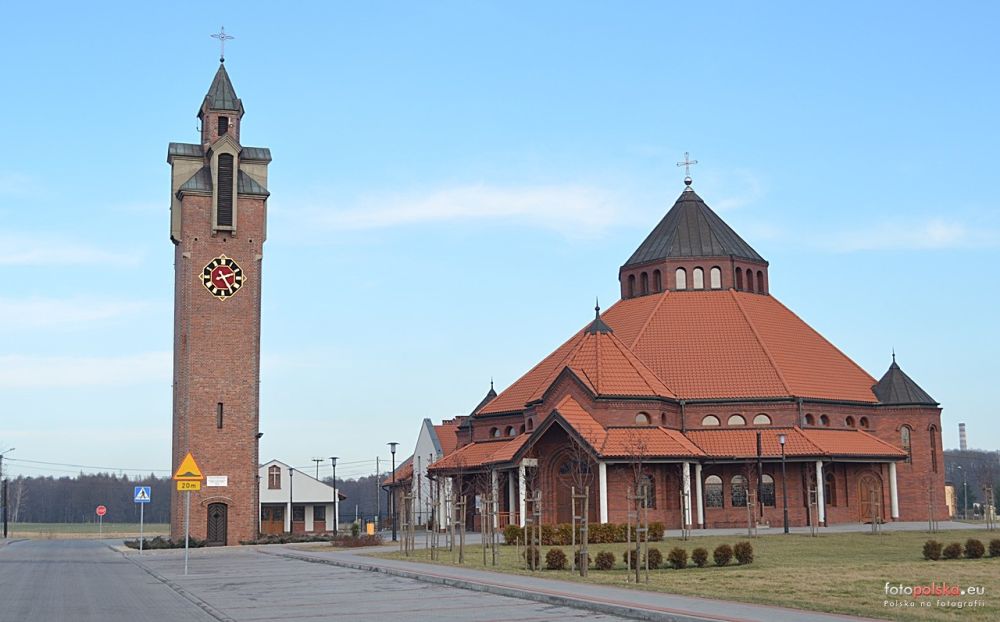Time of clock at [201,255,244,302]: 2:24
